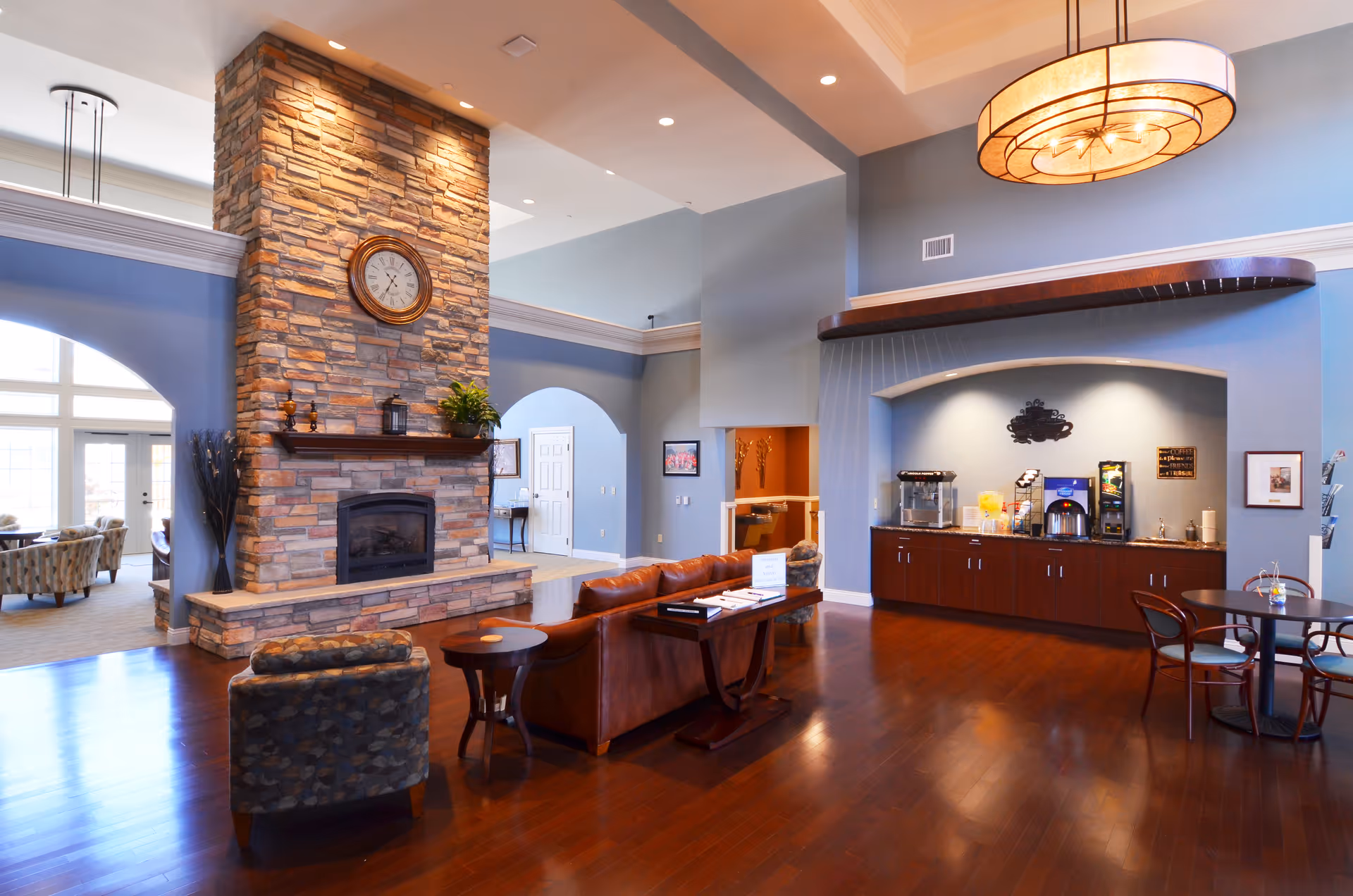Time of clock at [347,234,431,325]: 10:34
